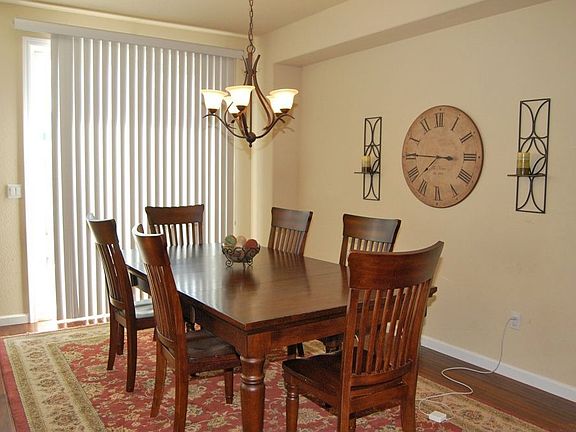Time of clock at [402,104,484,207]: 7:45
